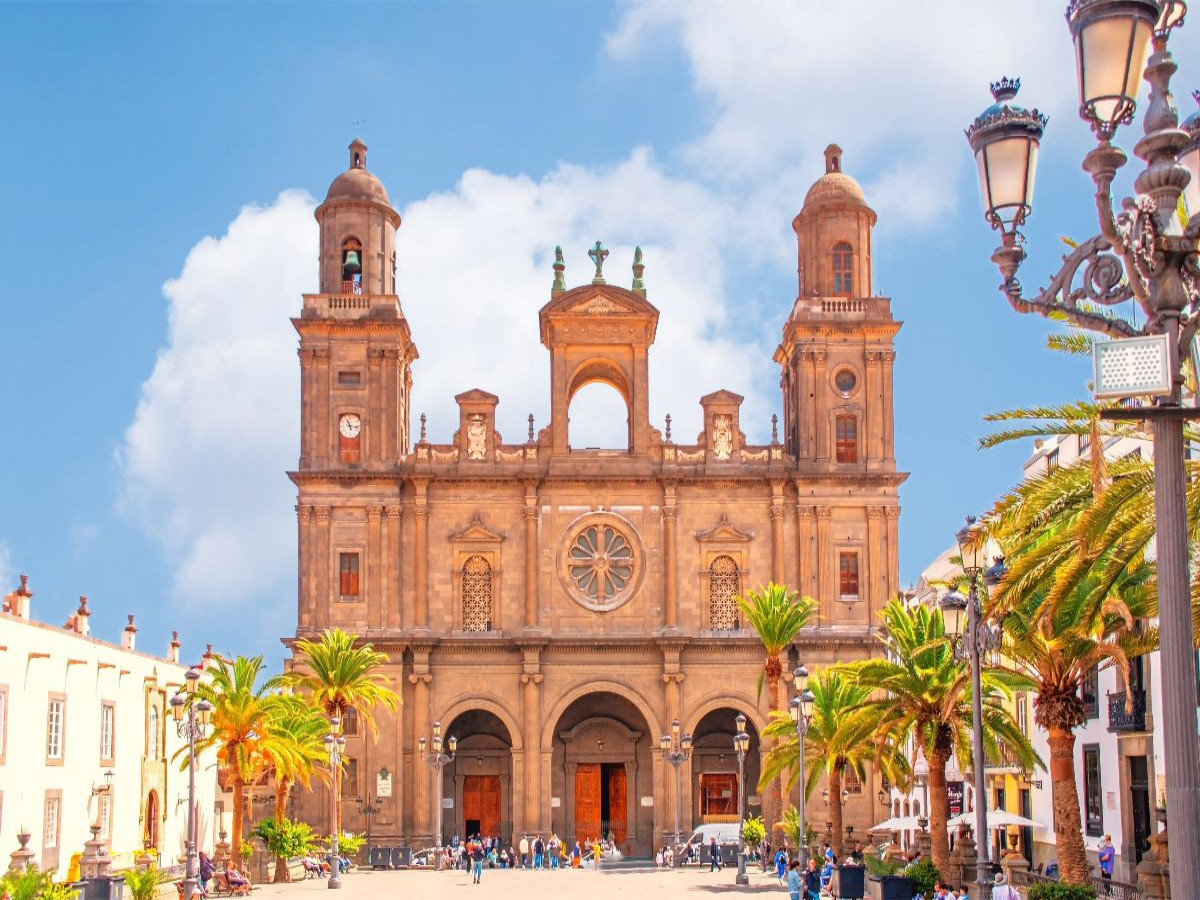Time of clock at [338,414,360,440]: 11:16
